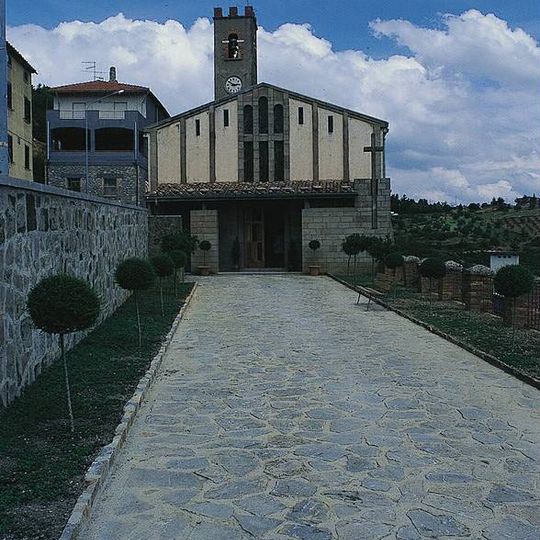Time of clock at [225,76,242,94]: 2:50
